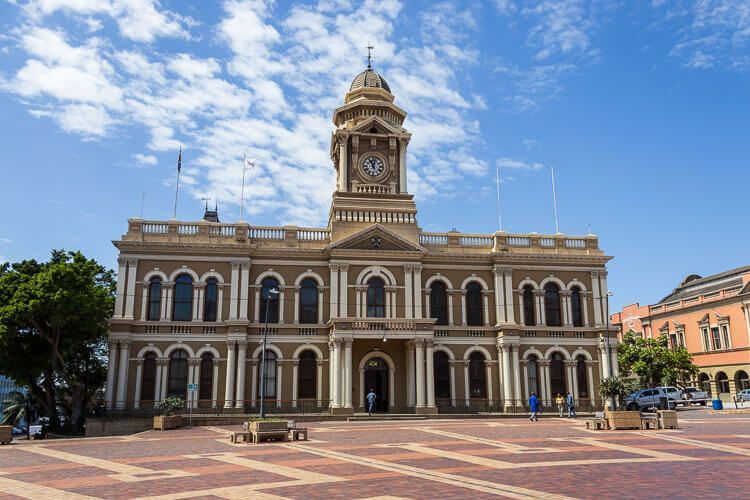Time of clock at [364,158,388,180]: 11:02
